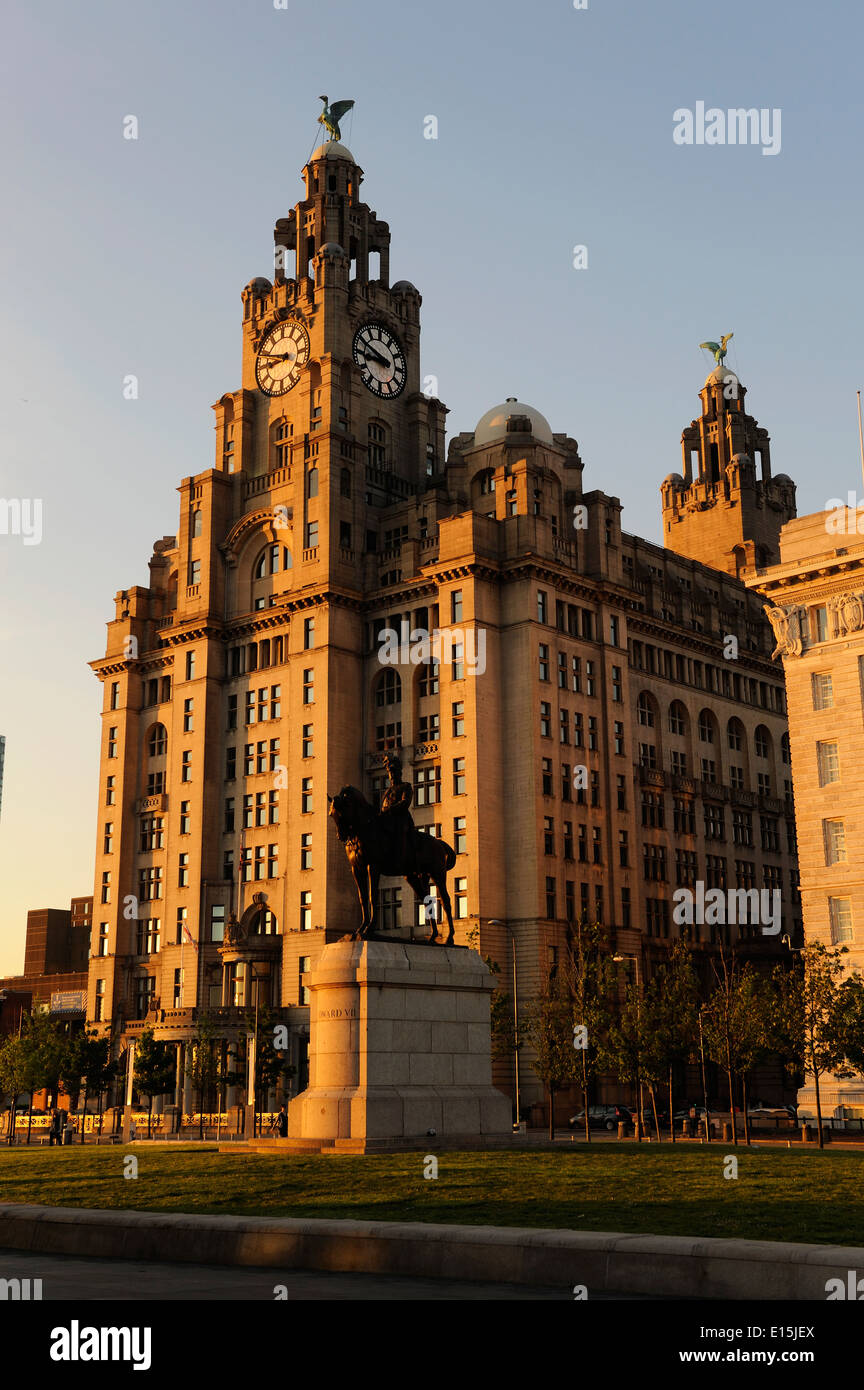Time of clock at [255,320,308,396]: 8:47
